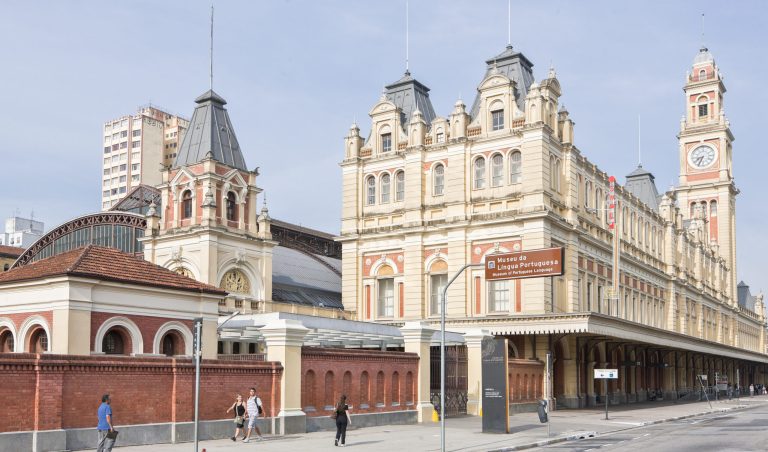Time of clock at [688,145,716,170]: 8:34
